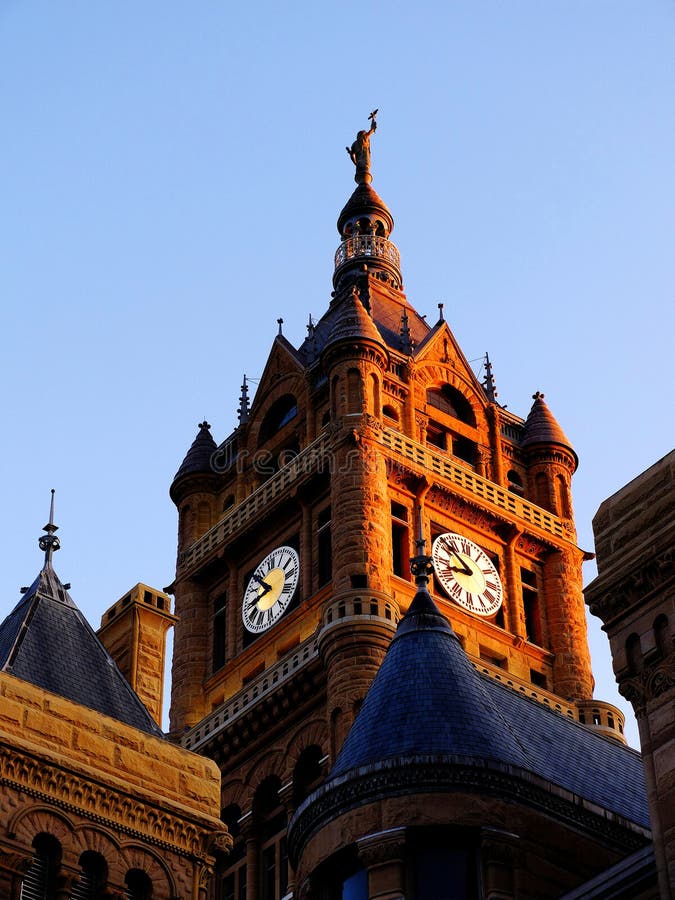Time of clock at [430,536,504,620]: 8:52
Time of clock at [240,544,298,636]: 8:53
